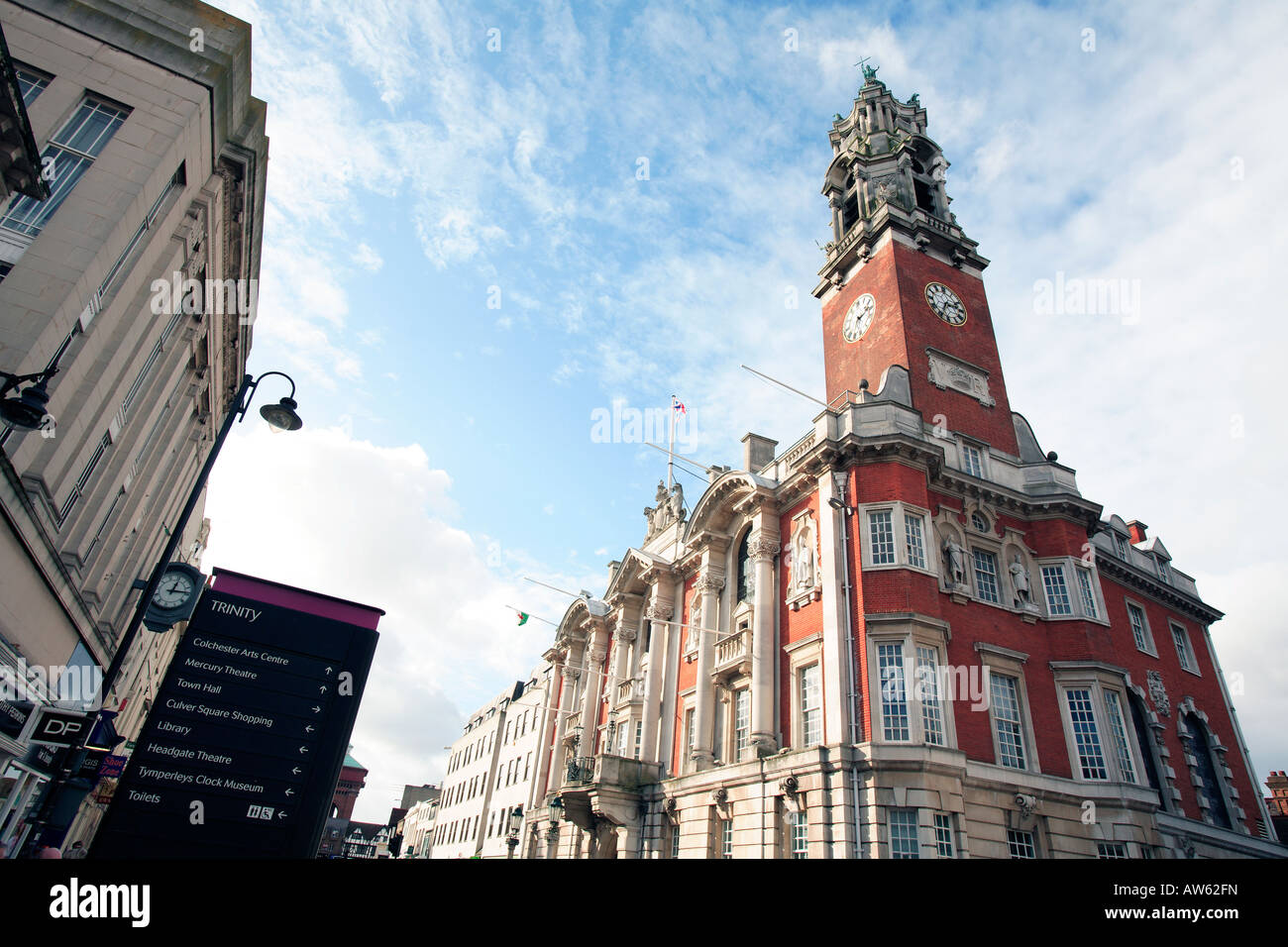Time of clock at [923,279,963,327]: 2:34
